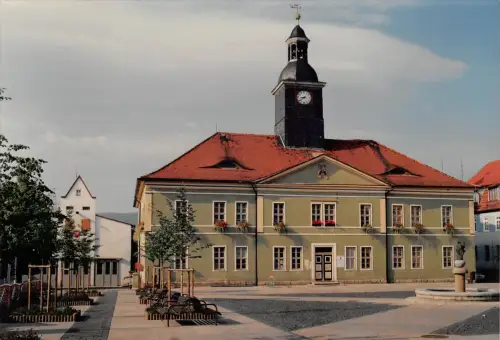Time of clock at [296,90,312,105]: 8:38
